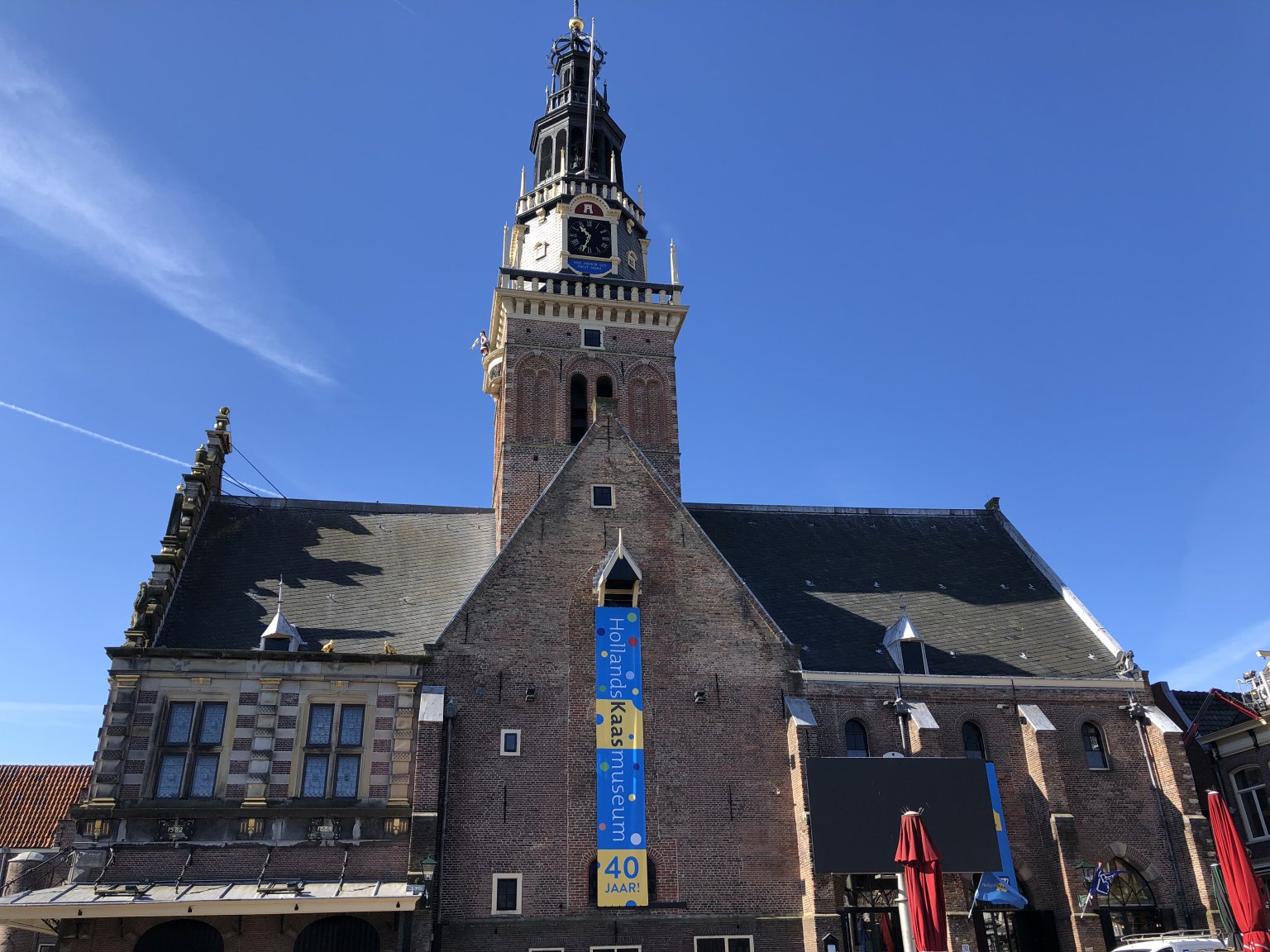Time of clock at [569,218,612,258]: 10:33
